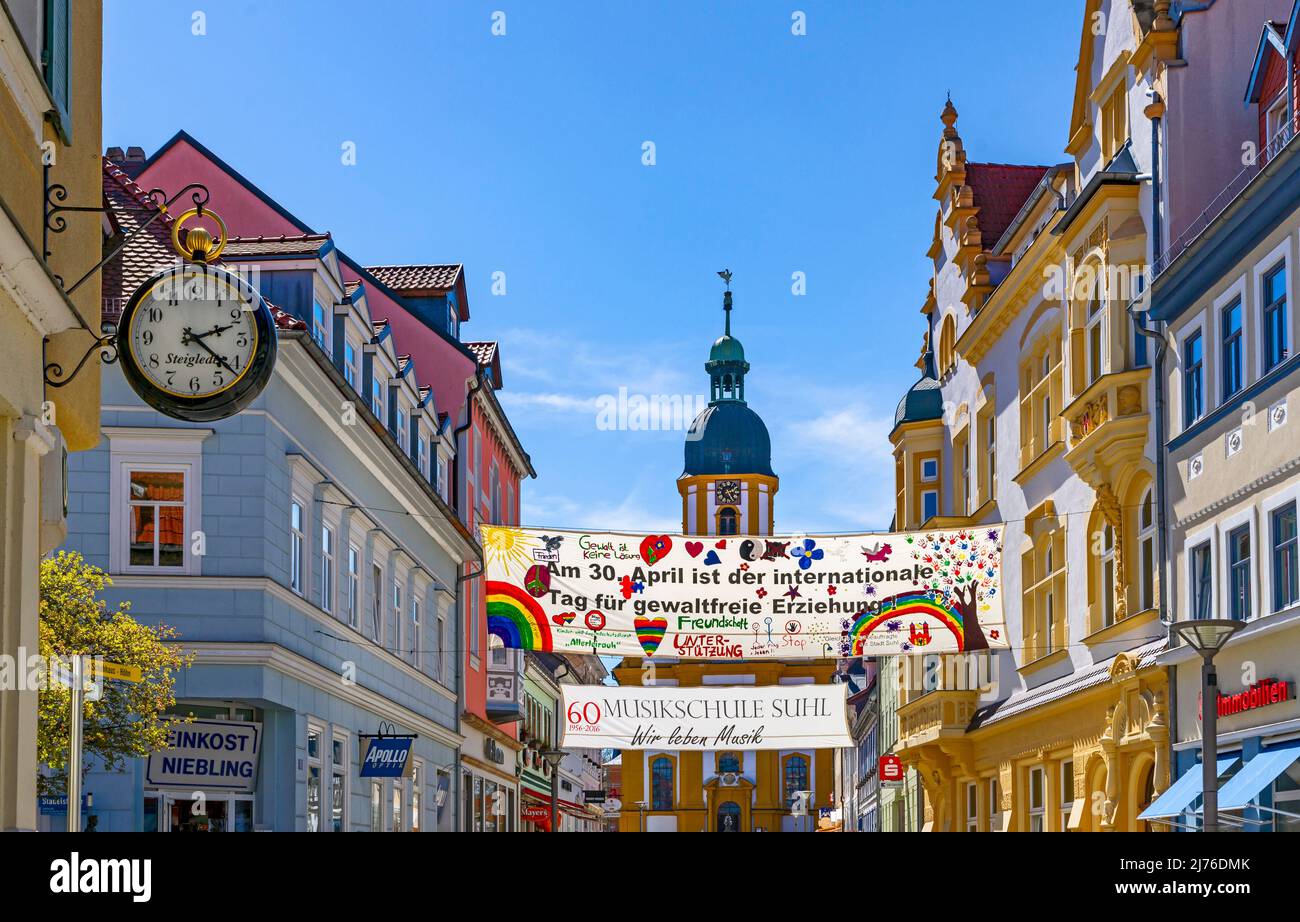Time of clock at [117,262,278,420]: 2:21
